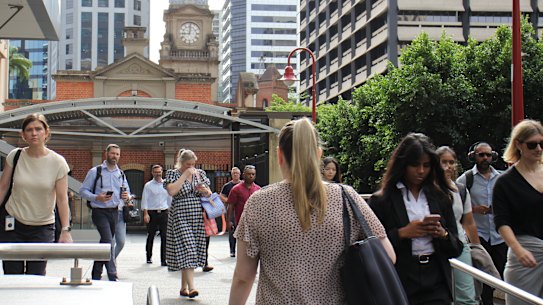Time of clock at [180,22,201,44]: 9:01
